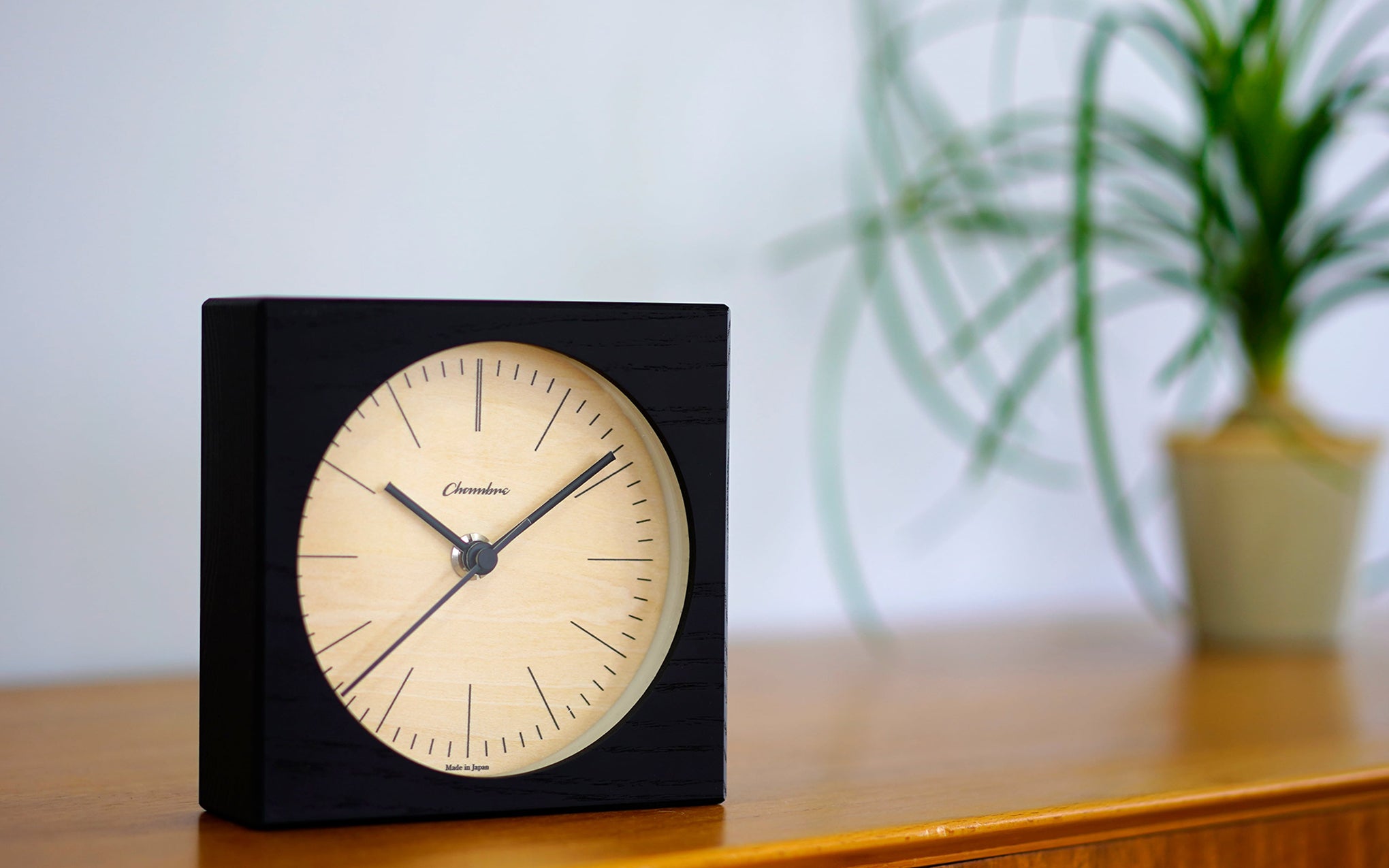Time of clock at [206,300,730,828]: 10:08
